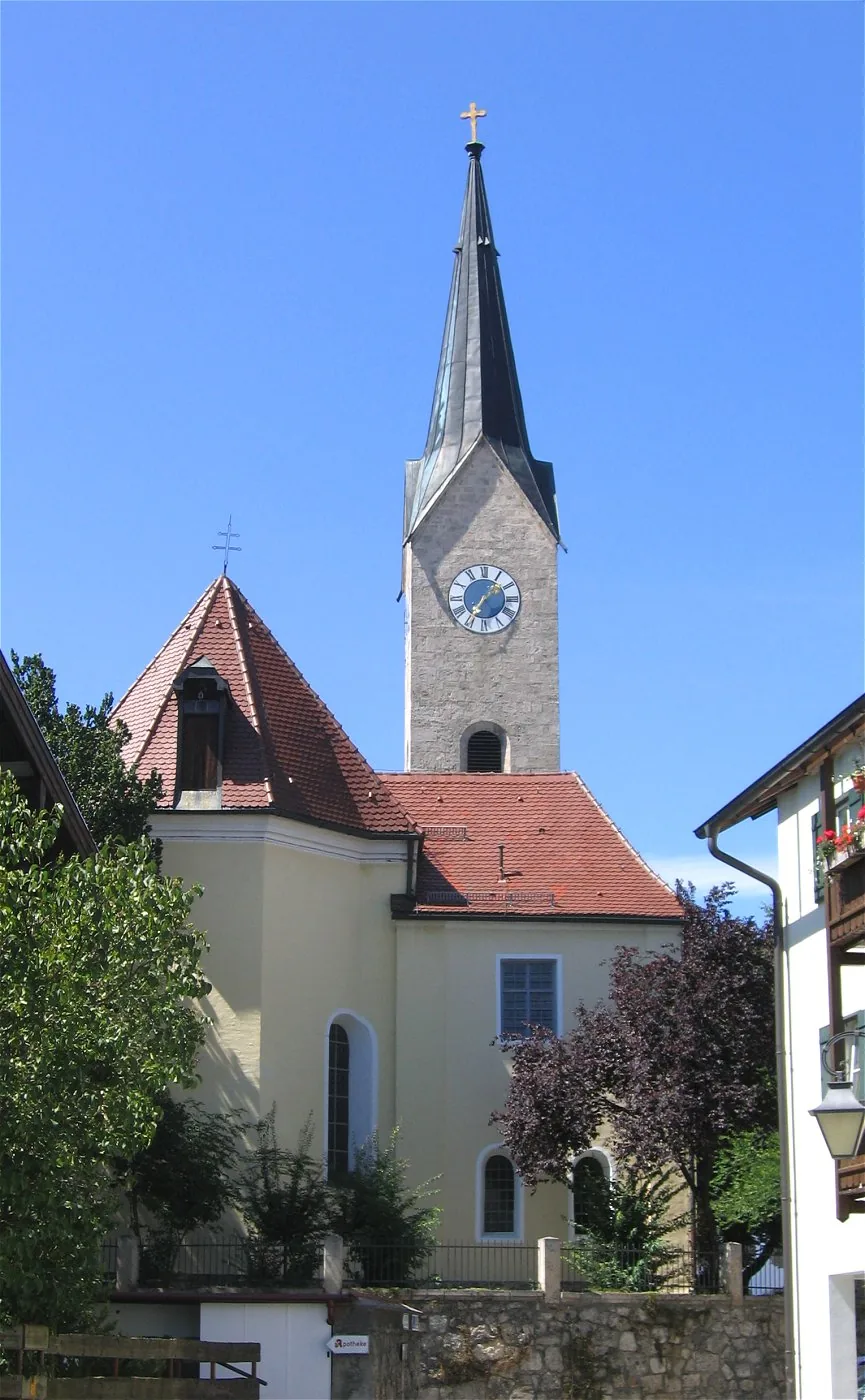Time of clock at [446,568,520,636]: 1:35
